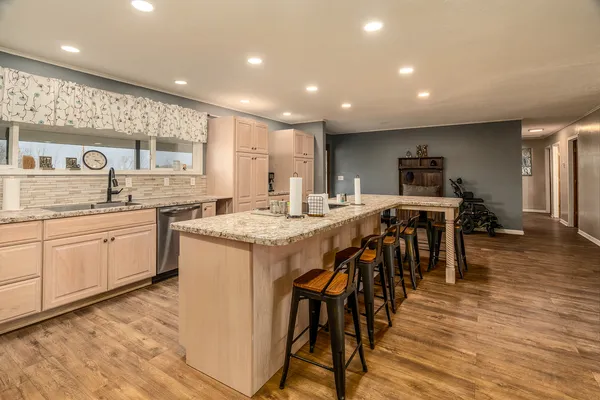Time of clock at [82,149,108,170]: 3:22
